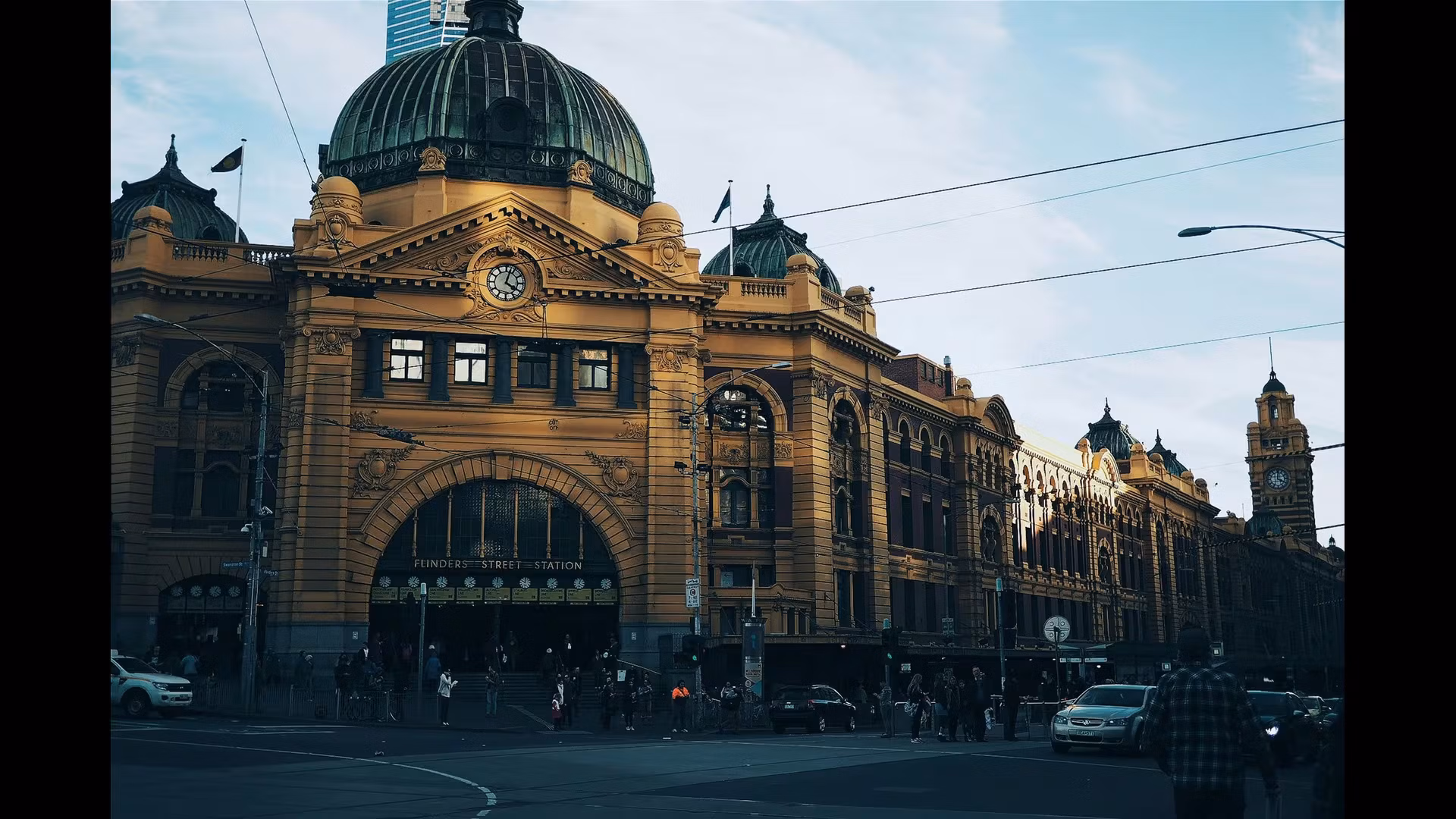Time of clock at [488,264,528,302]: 4:02
